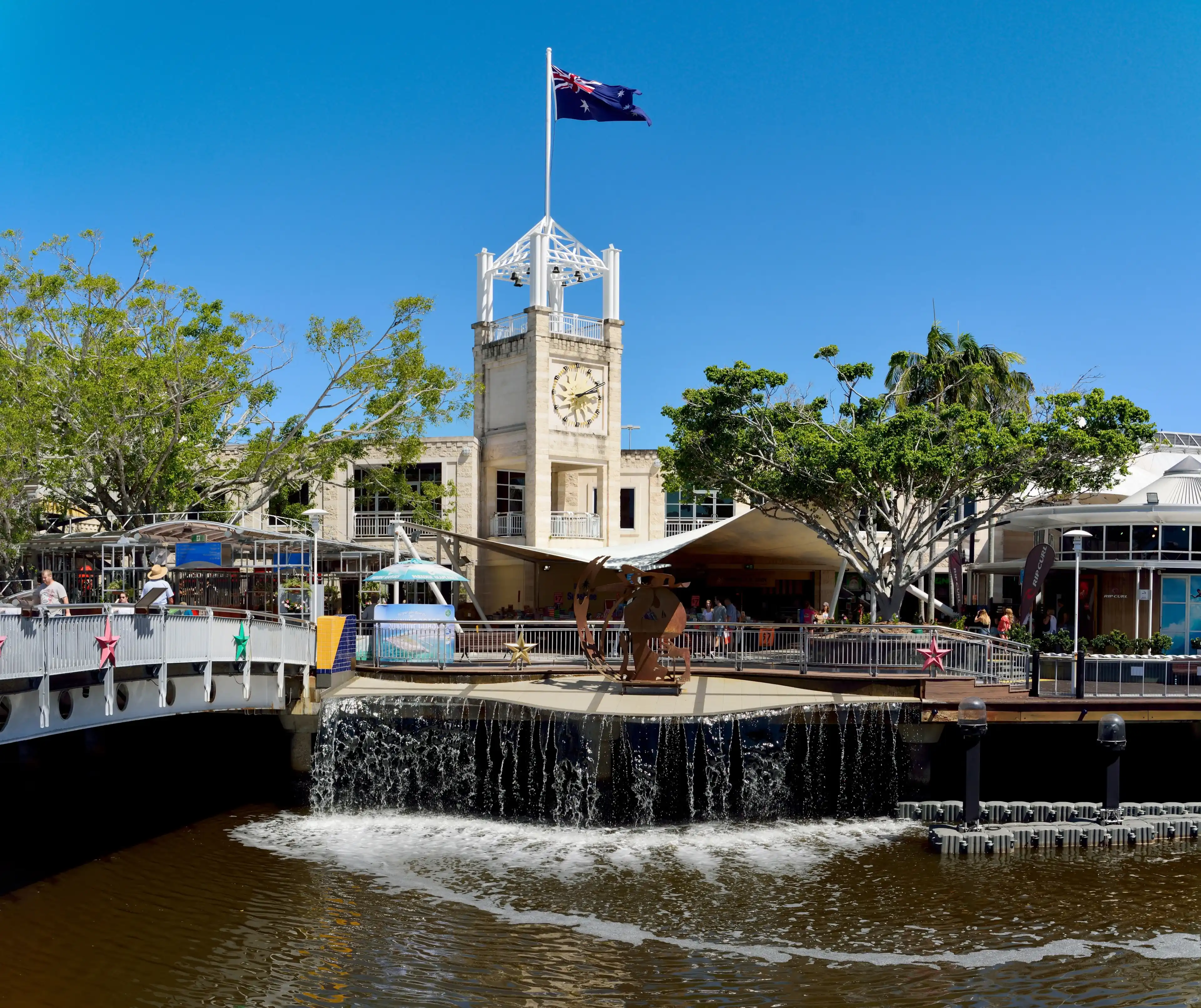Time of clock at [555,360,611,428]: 2:12
